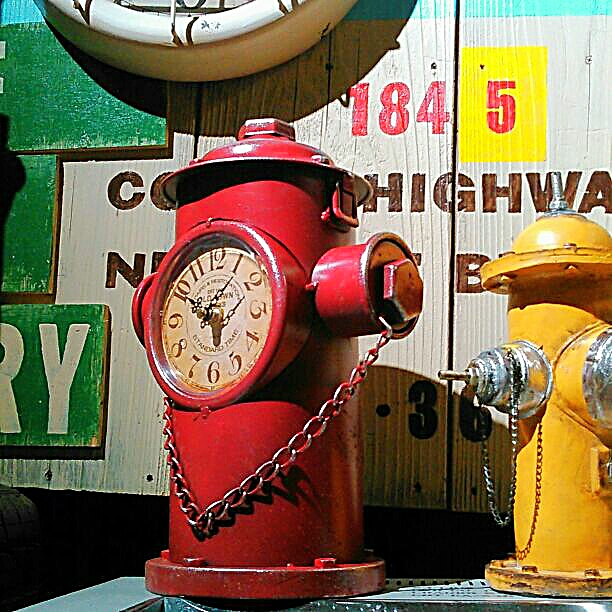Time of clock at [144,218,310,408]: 5:50
